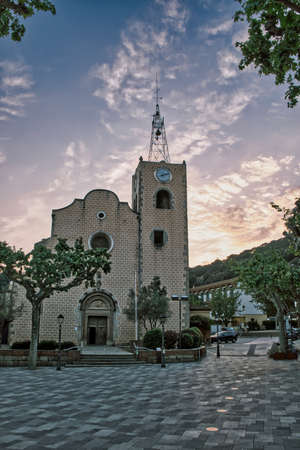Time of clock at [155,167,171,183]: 8:11
